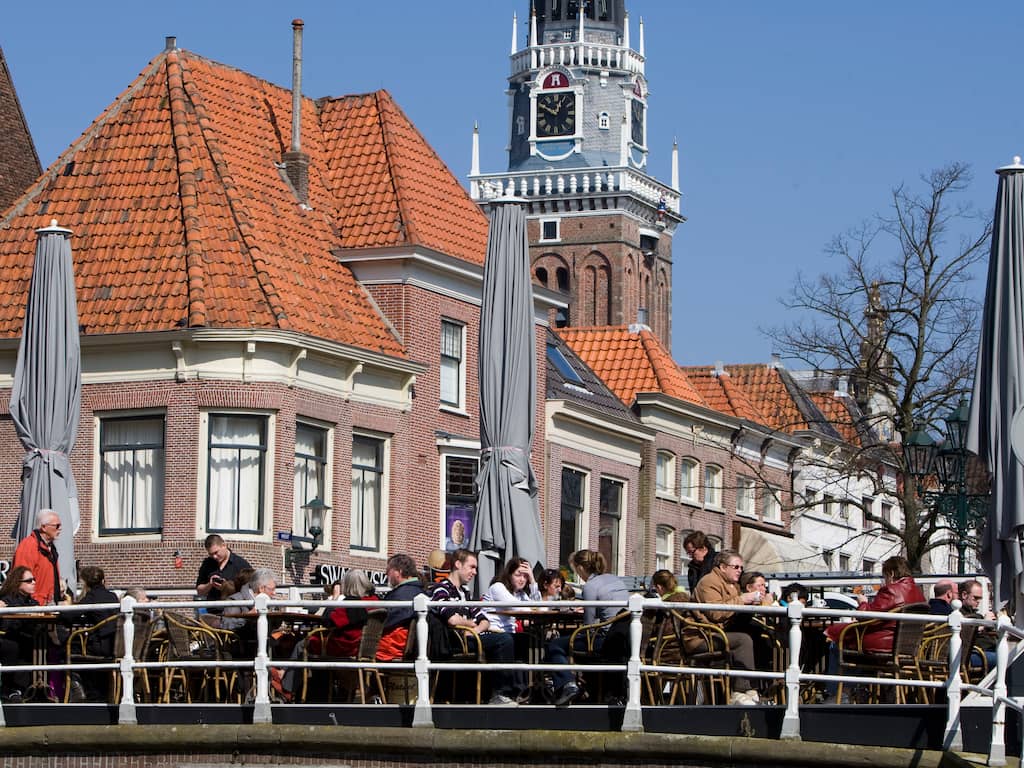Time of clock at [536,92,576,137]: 12:49
